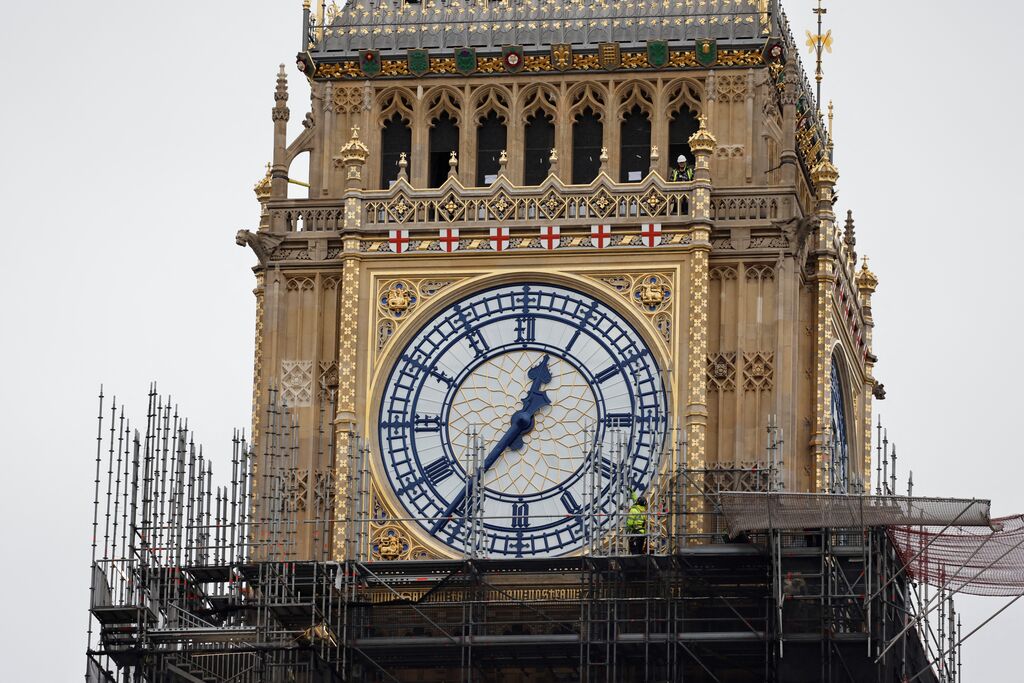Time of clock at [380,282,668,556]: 12:36
